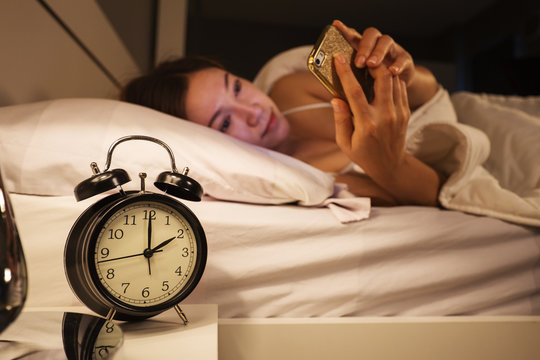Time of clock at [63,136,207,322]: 2:00
